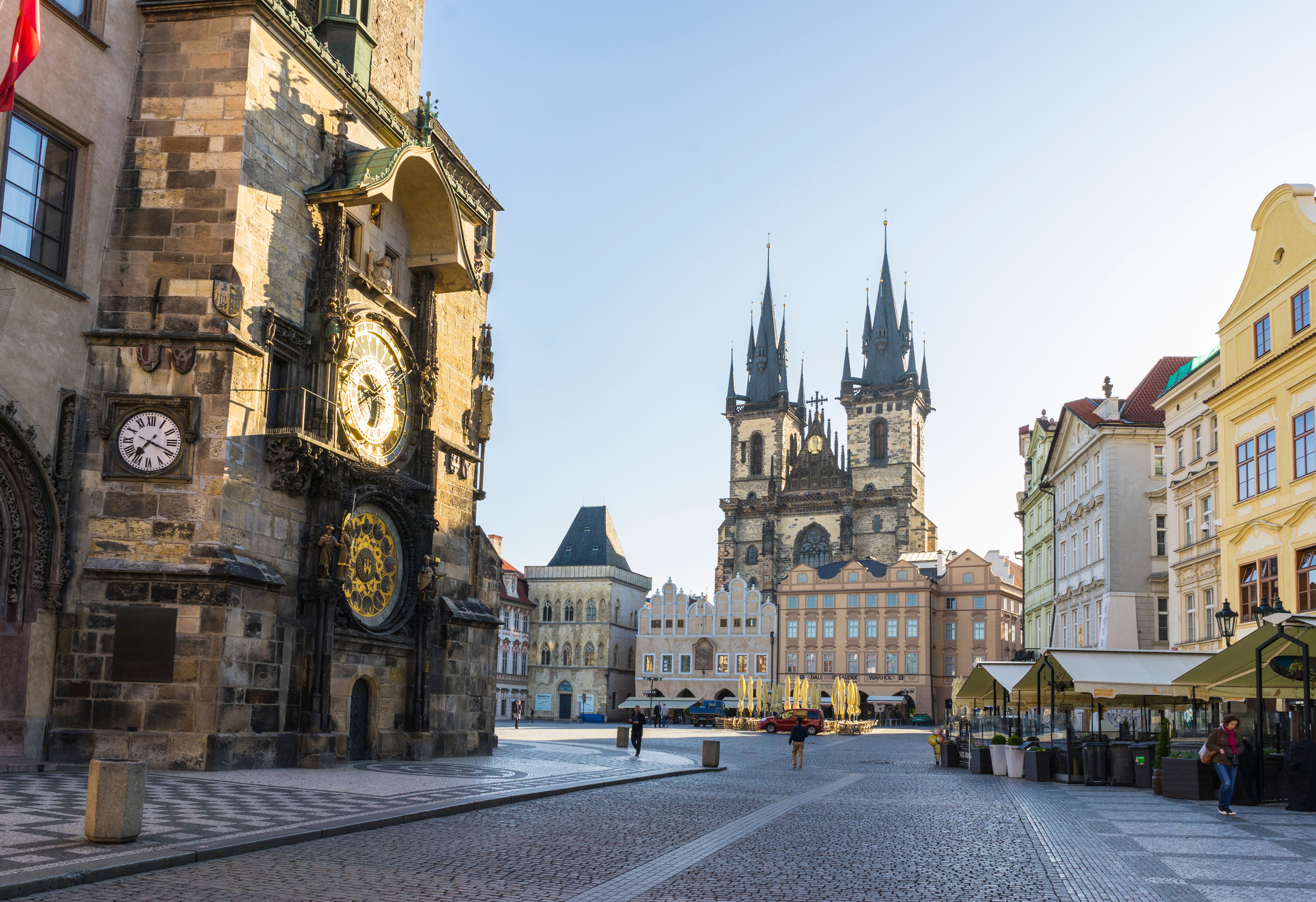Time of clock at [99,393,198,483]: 7:18
